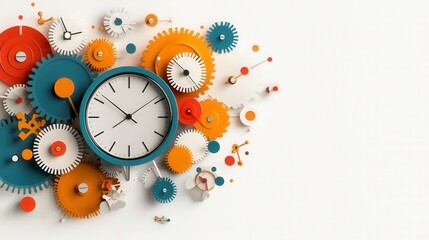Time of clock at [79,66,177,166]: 7:51
